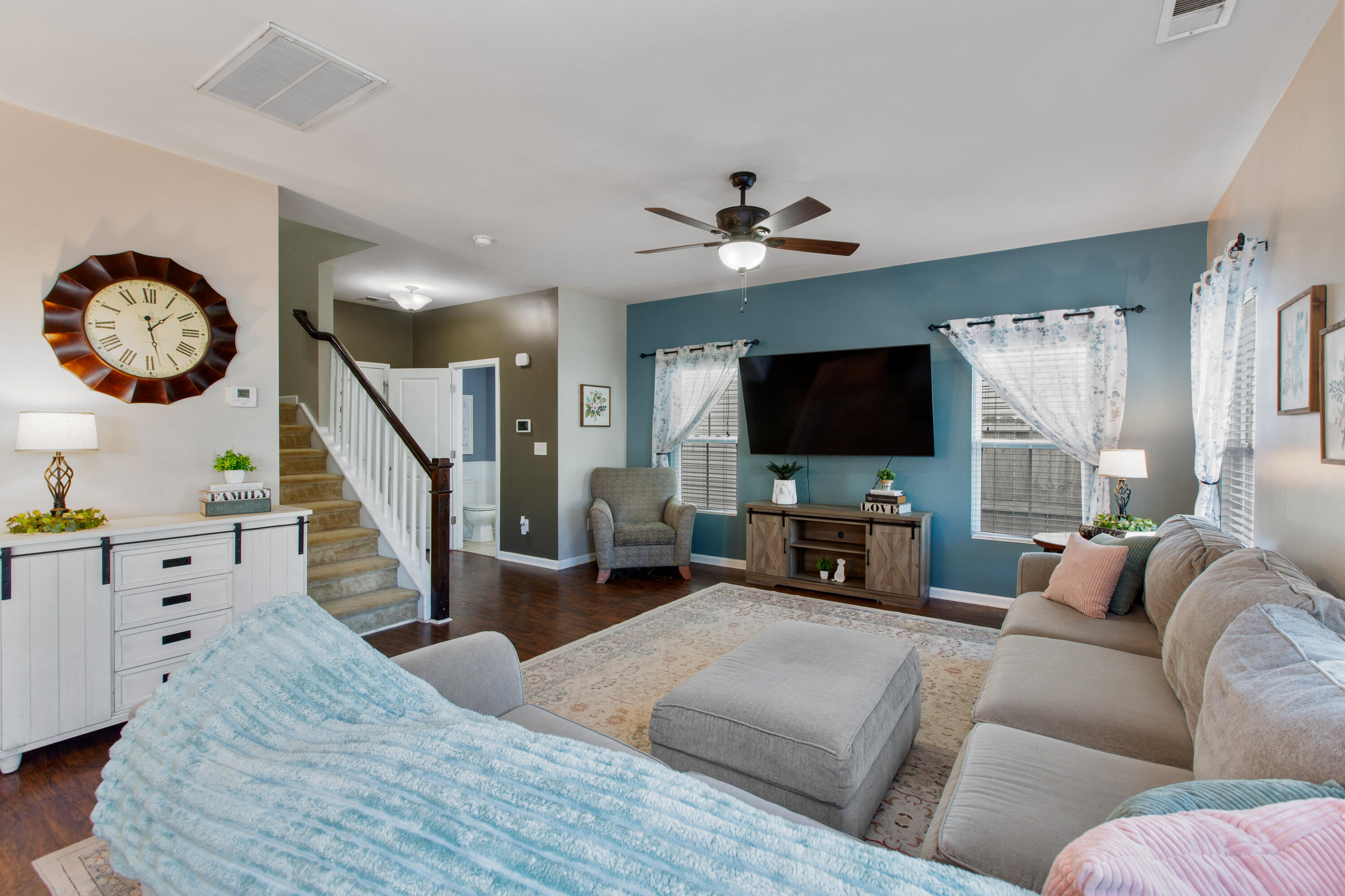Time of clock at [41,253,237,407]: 1:28
